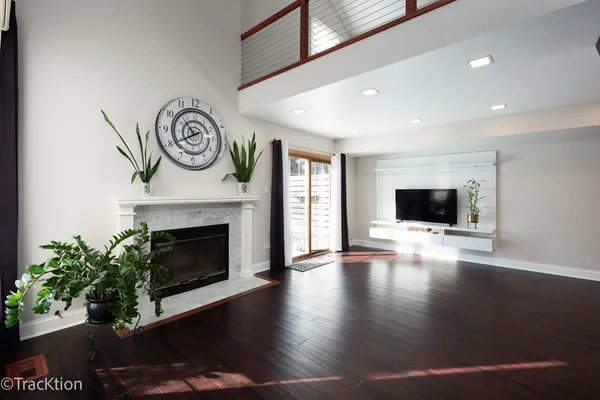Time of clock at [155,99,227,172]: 10:39
